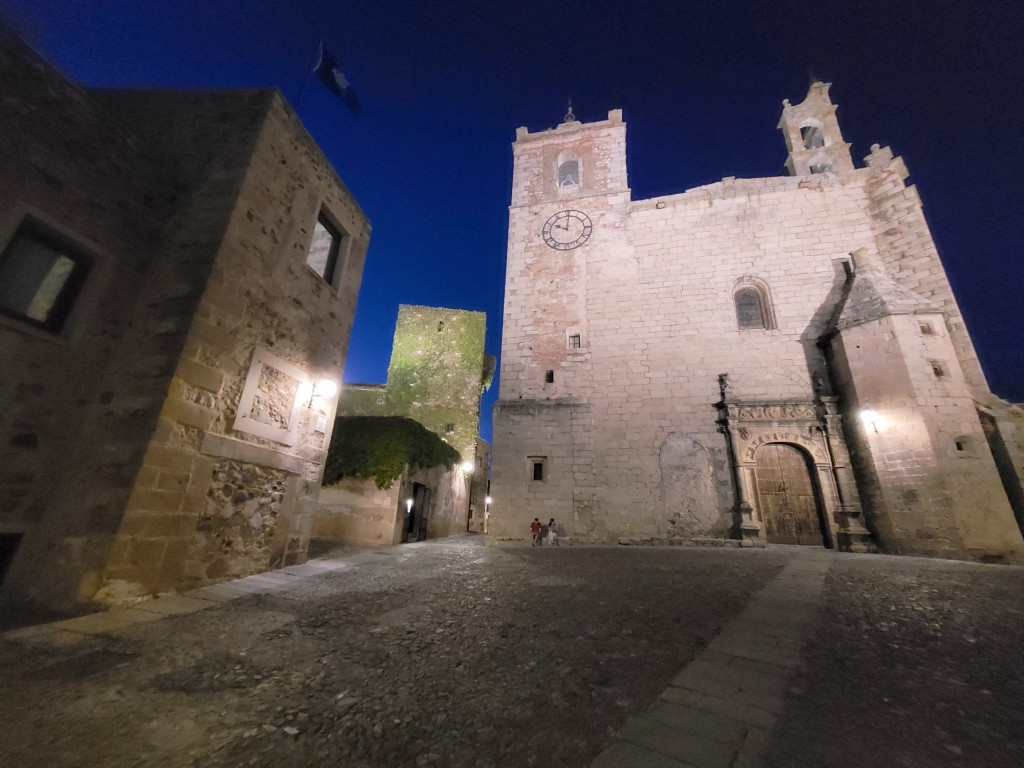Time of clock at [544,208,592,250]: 10:00
